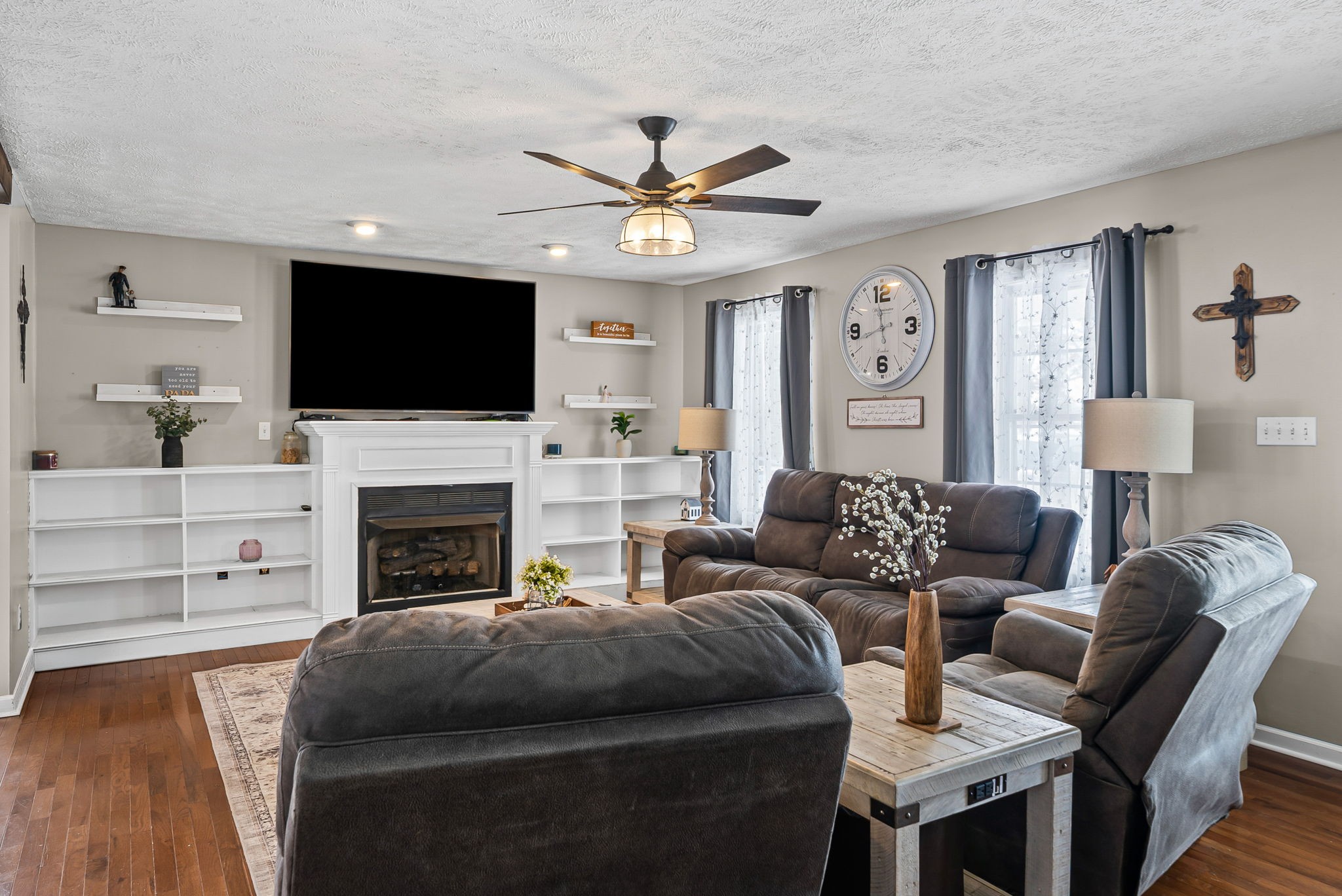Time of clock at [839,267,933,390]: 11:42
